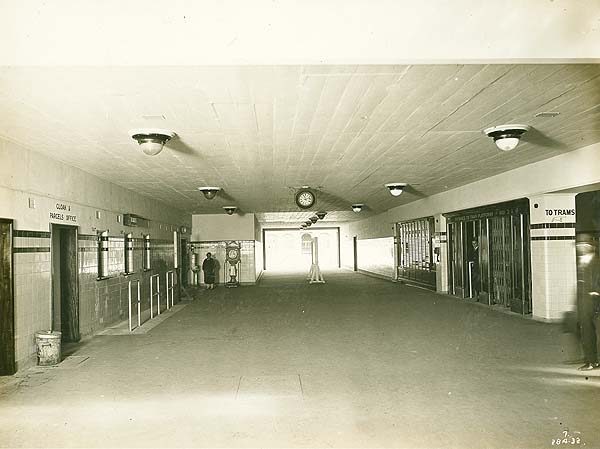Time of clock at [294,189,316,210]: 11:12
